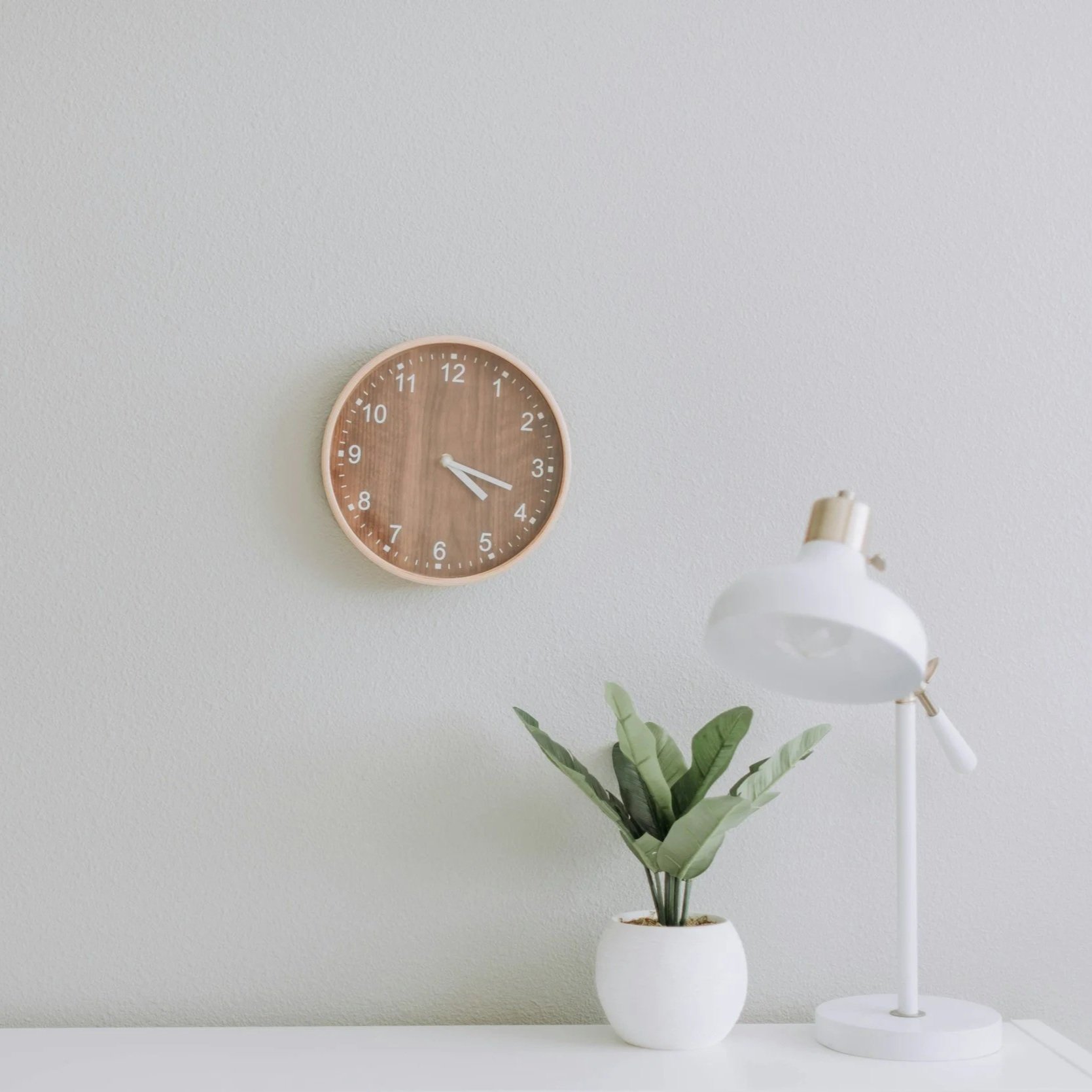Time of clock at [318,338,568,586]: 4:18
